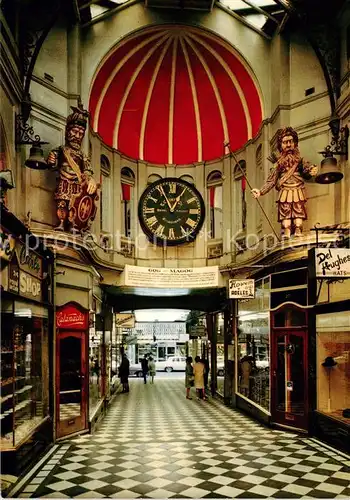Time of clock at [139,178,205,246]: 12:55
